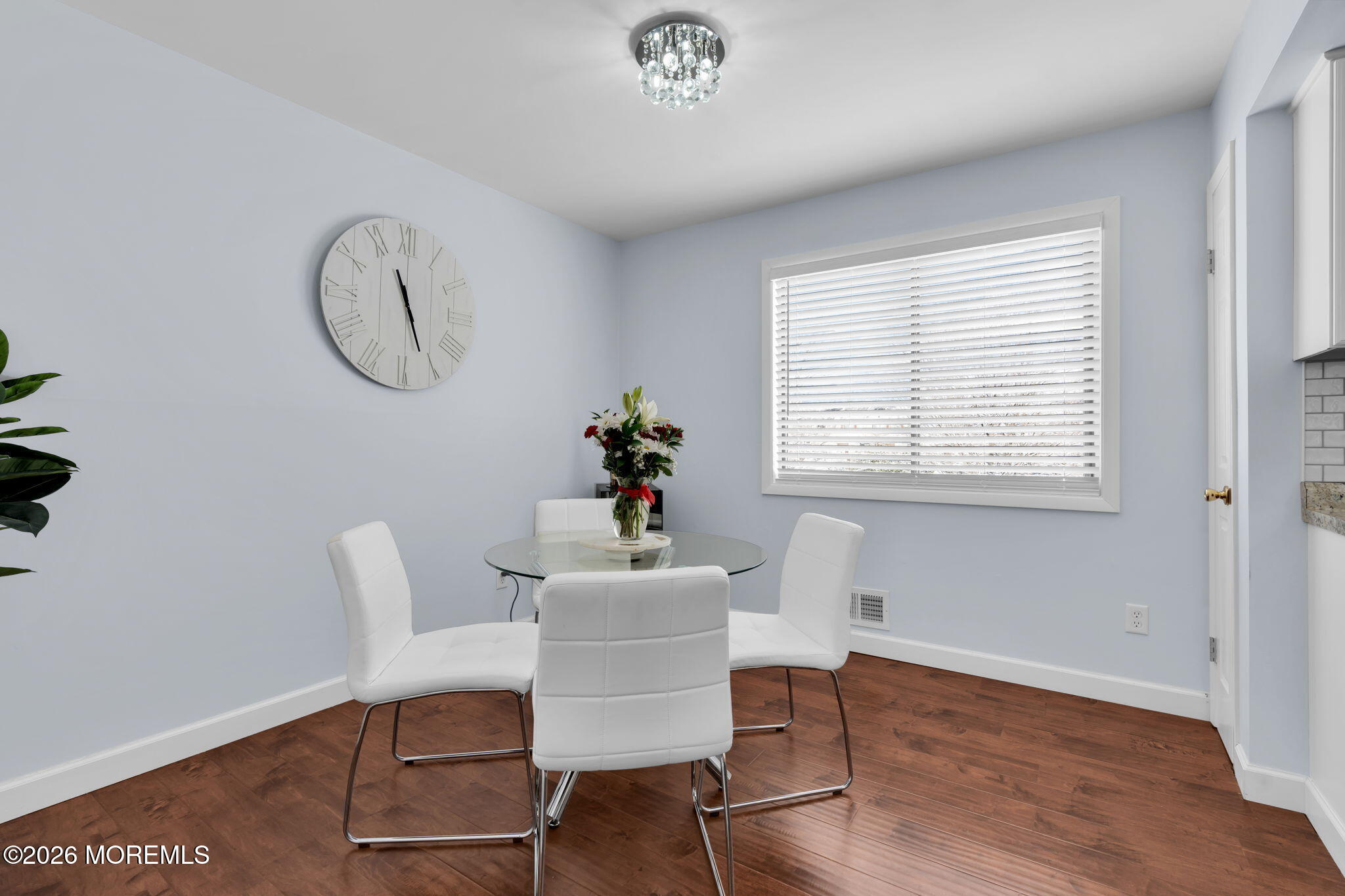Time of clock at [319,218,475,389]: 11:26
